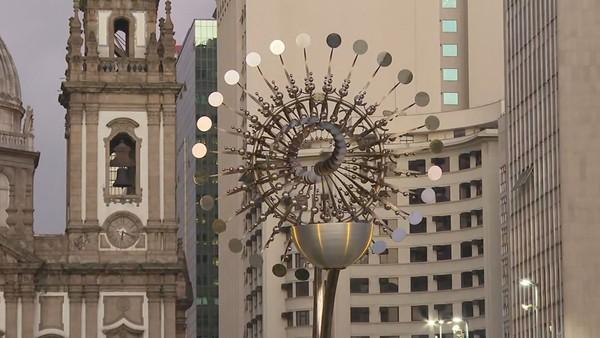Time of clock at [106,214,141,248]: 6:18
